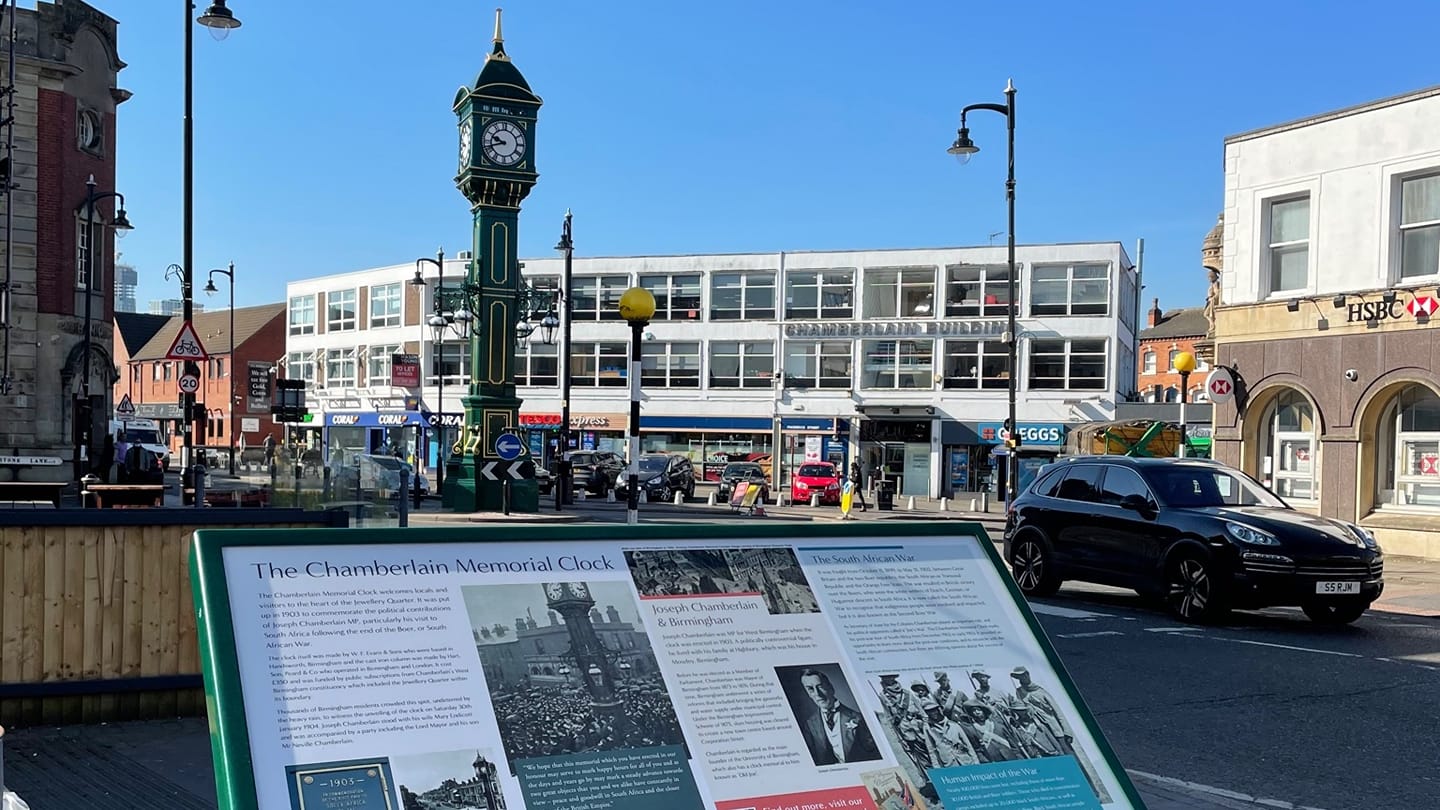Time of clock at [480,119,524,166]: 9:42
